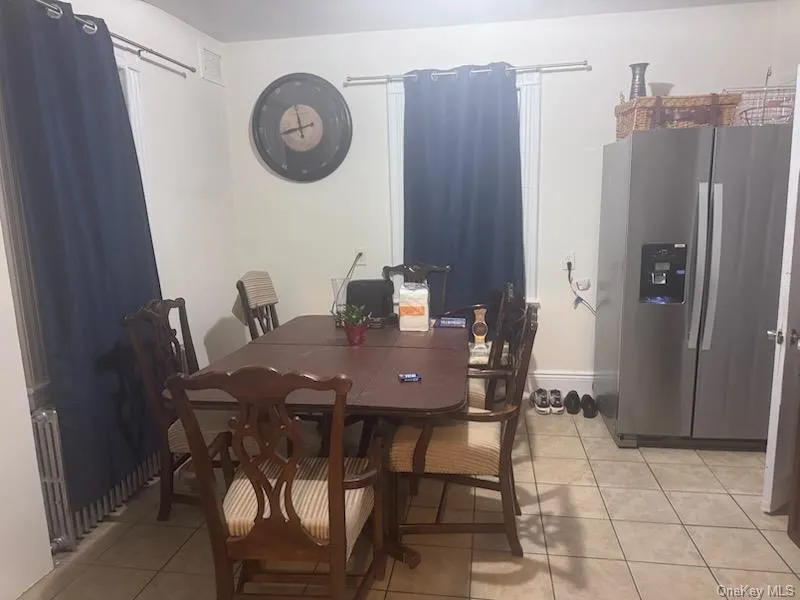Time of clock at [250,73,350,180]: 11:42
